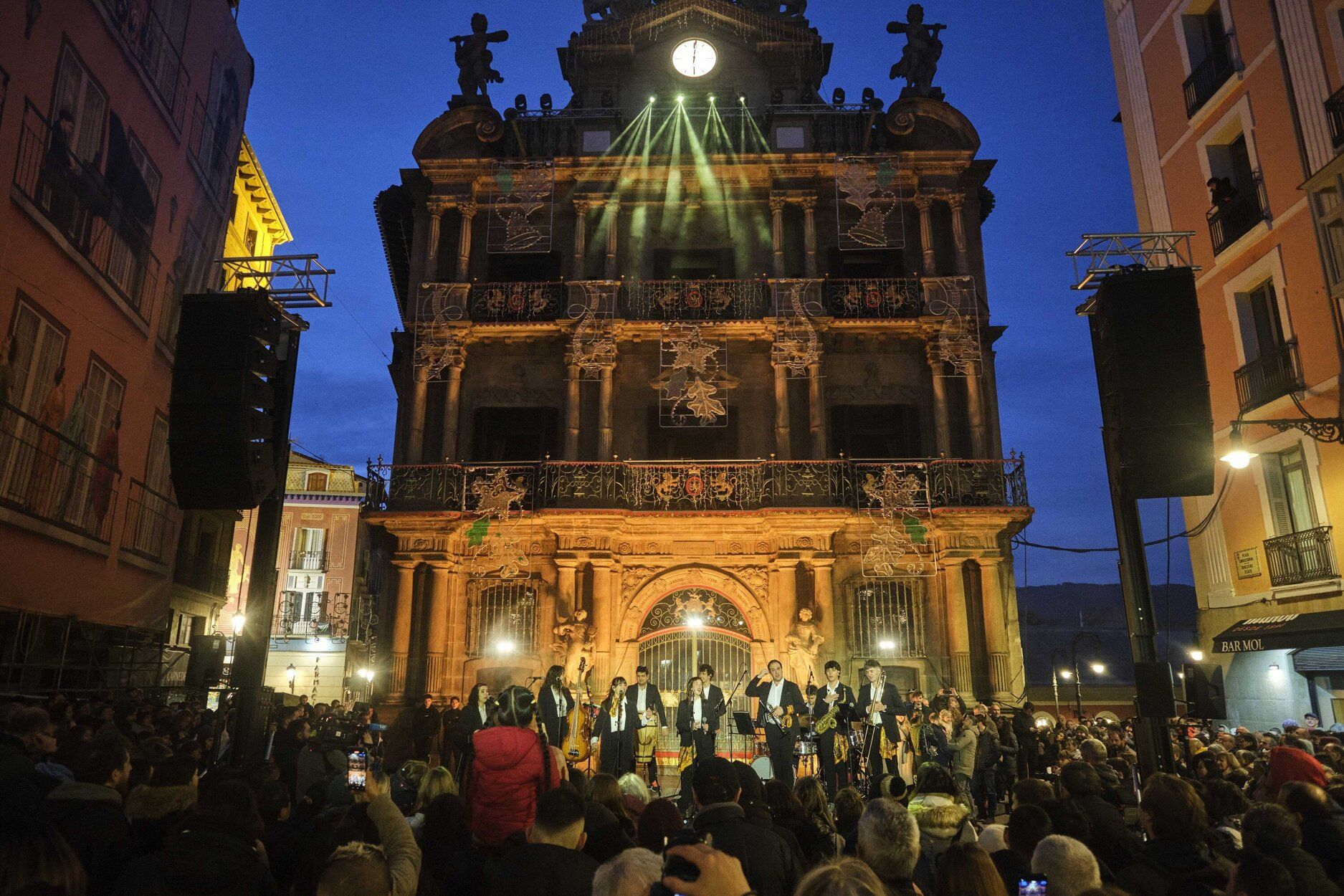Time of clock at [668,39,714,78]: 6:00
